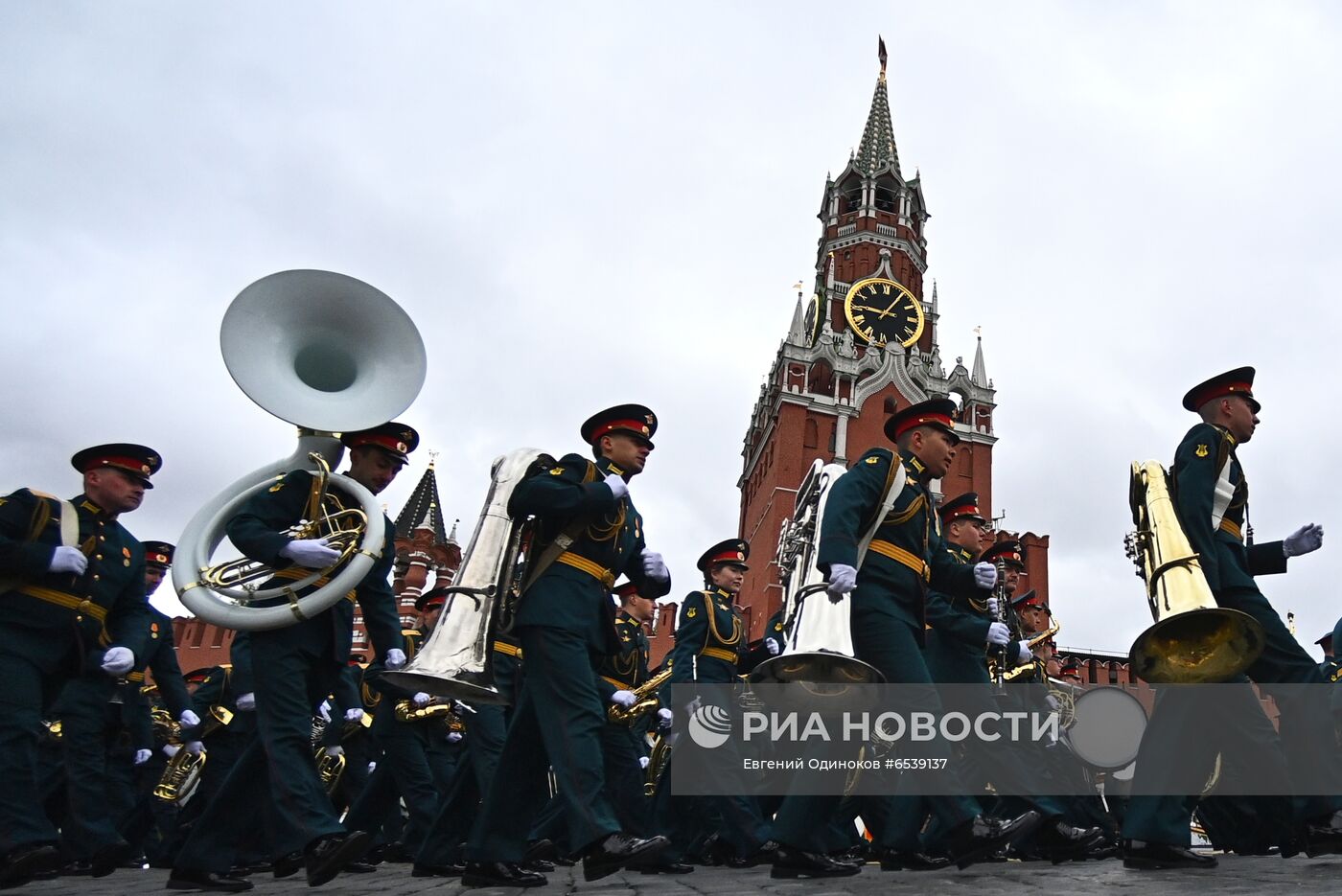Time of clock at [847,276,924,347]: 9:05
